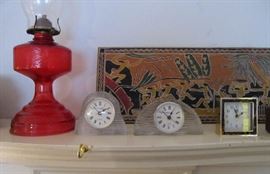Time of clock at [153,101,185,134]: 12:52
